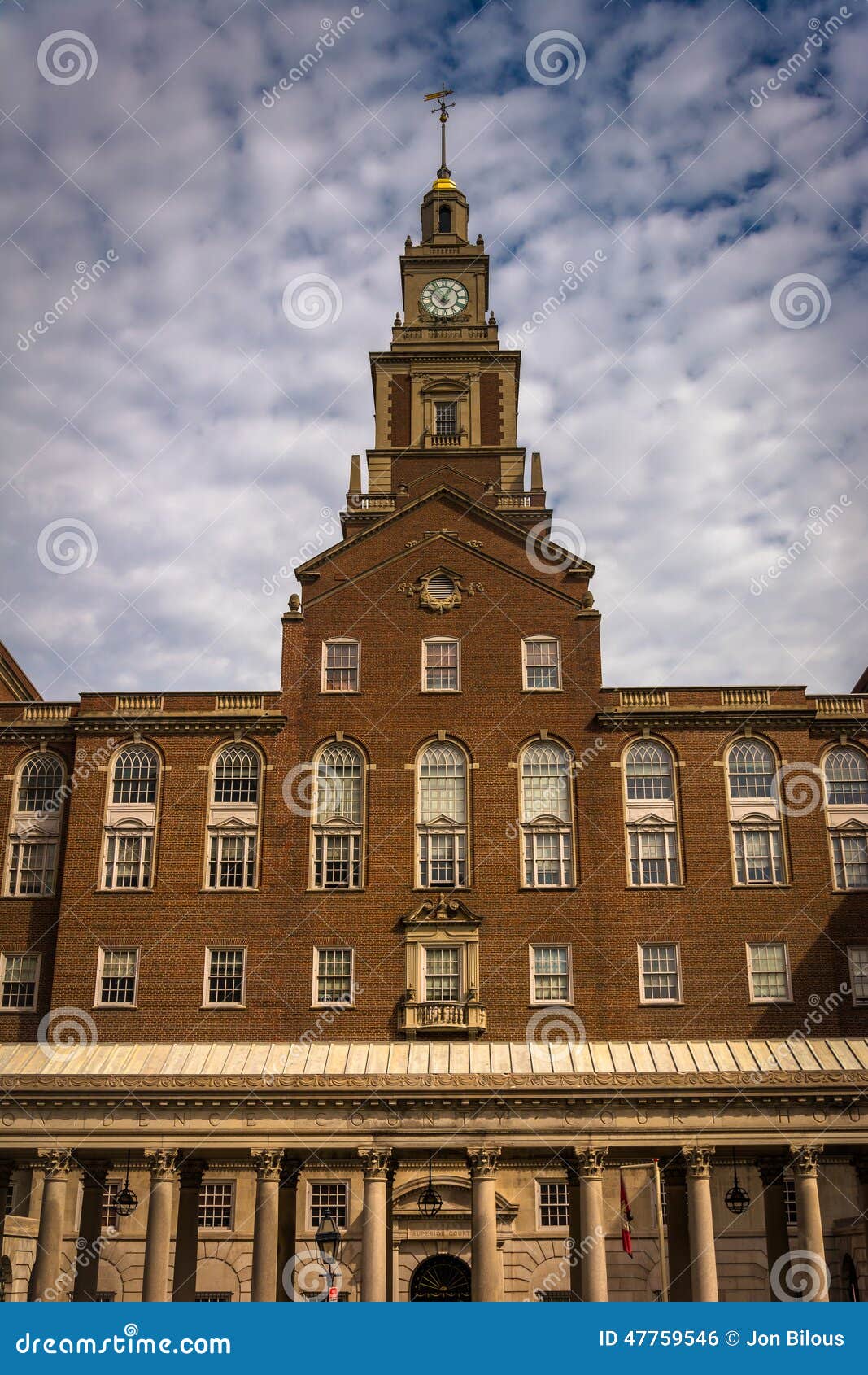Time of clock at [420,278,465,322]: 7:04
